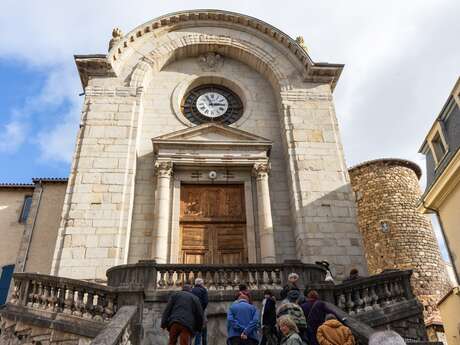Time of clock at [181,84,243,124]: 2:56
